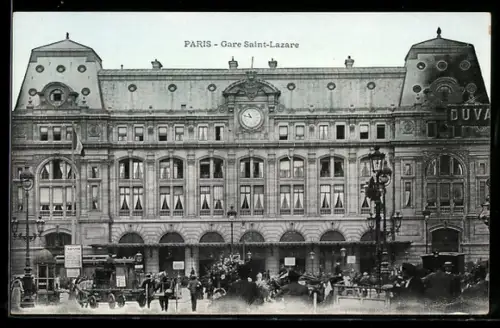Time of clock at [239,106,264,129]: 10:46
